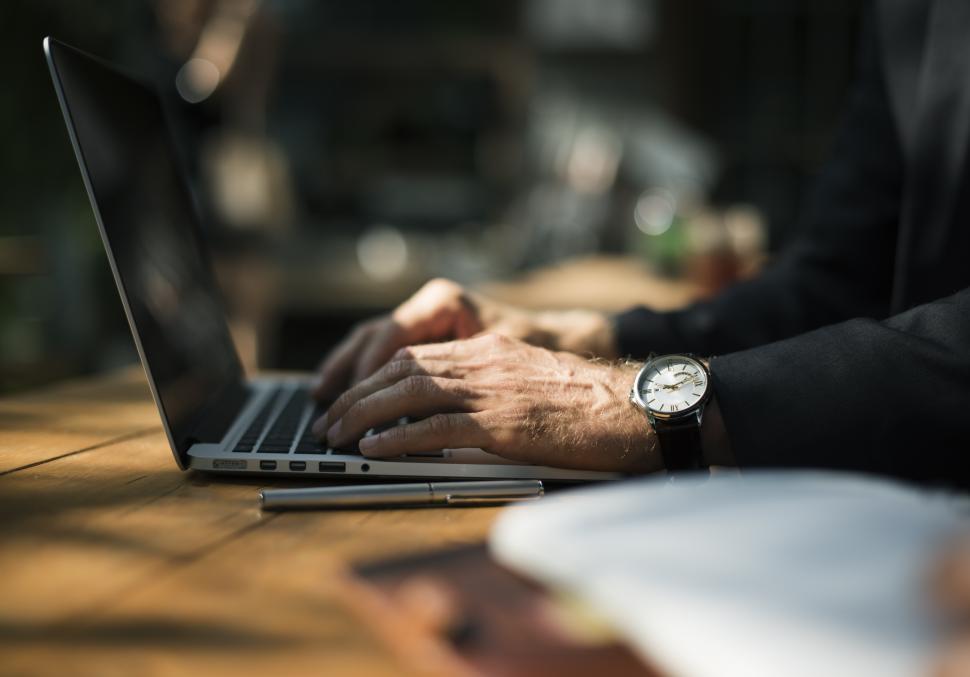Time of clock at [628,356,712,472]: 9:11
